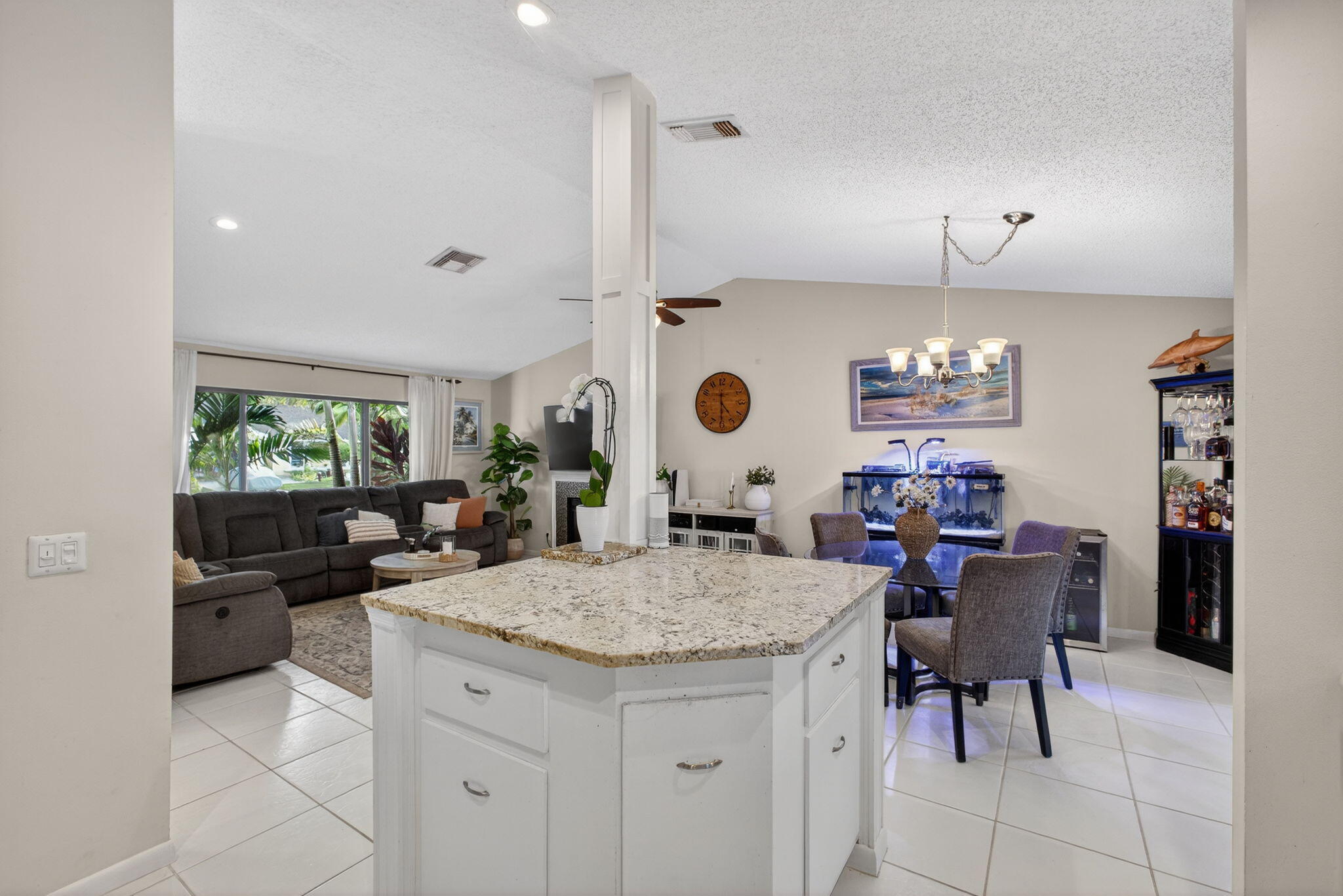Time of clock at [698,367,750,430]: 4:30
